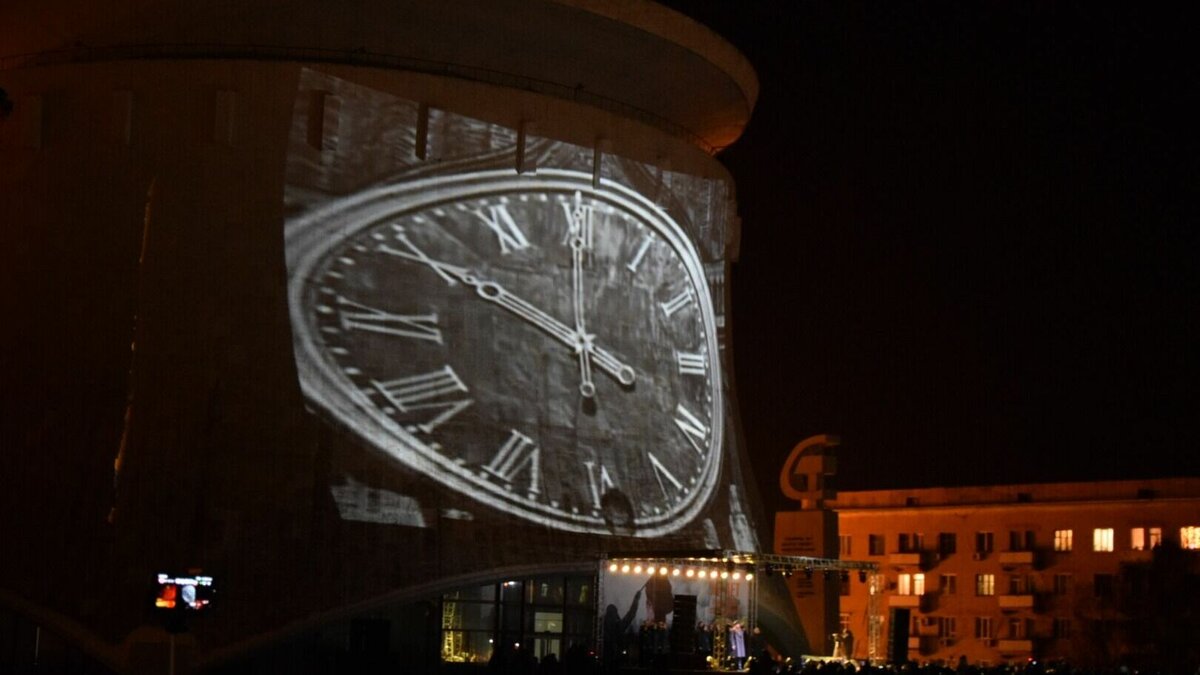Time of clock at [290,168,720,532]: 3:49
